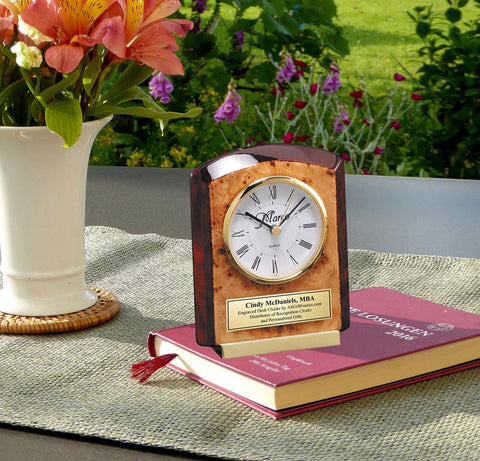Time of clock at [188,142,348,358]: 10:07
